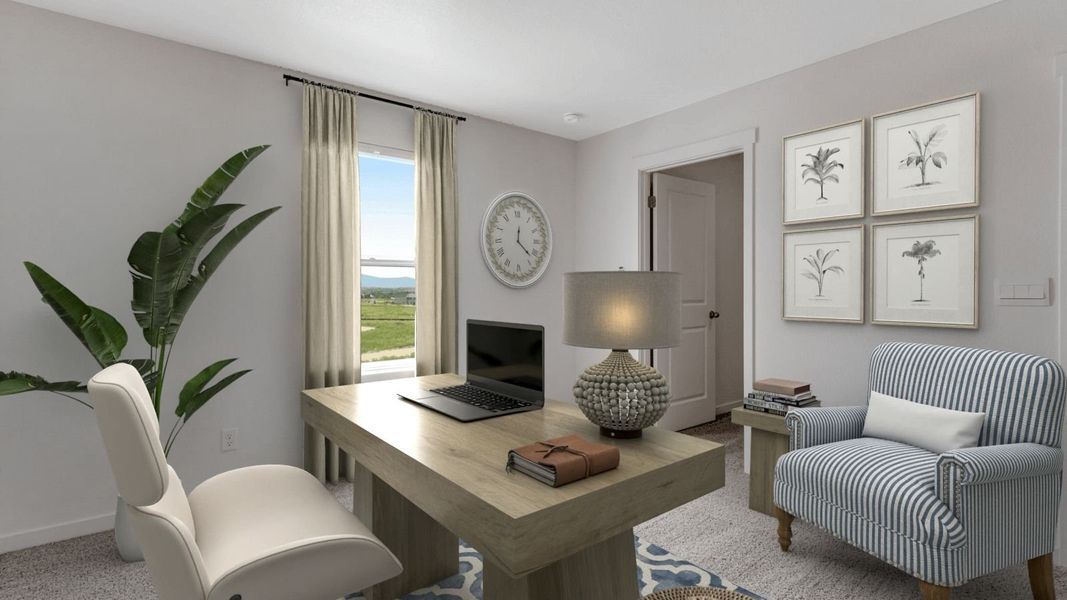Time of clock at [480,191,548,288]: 12:21
